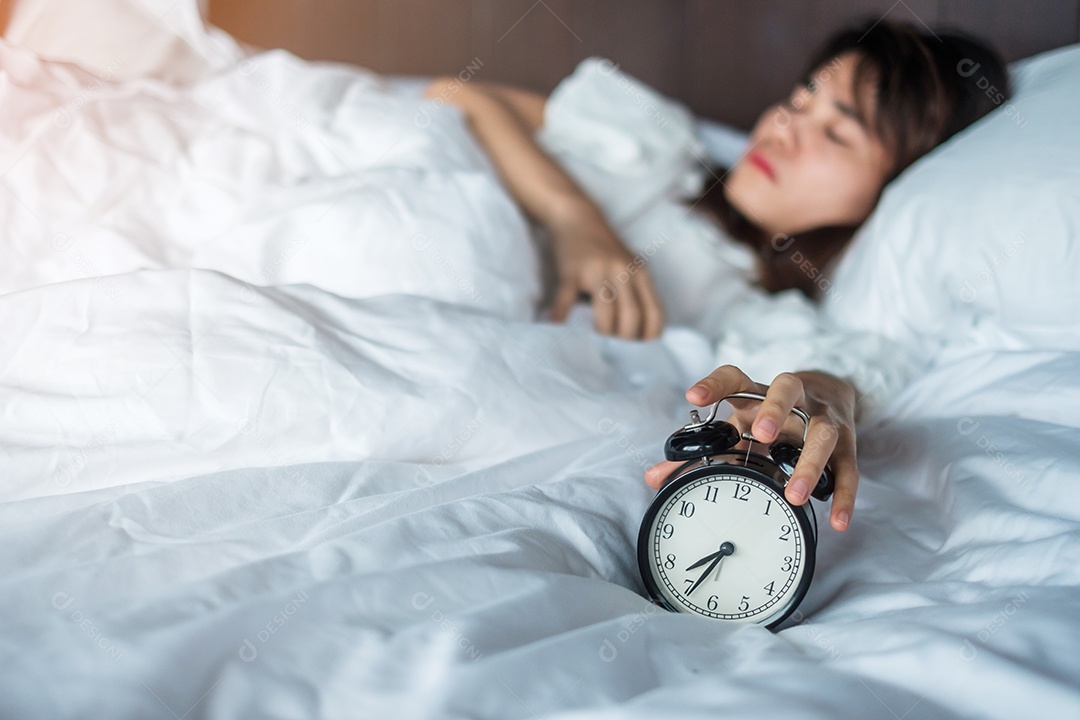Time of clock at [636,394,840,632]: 7:34
